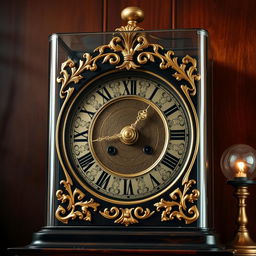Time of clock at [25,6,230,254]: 4:06
